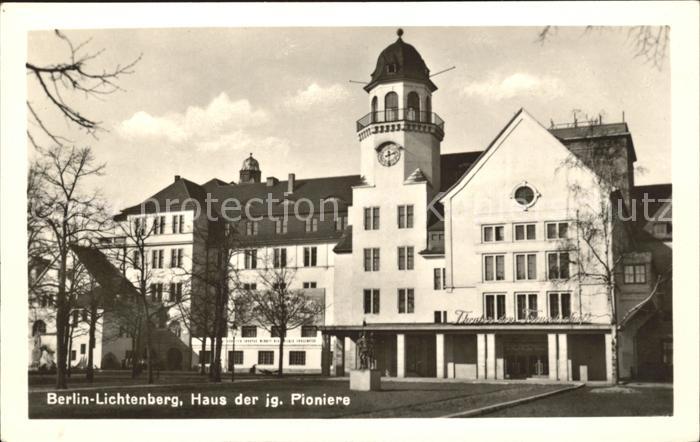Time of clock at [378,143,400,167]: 2:29
